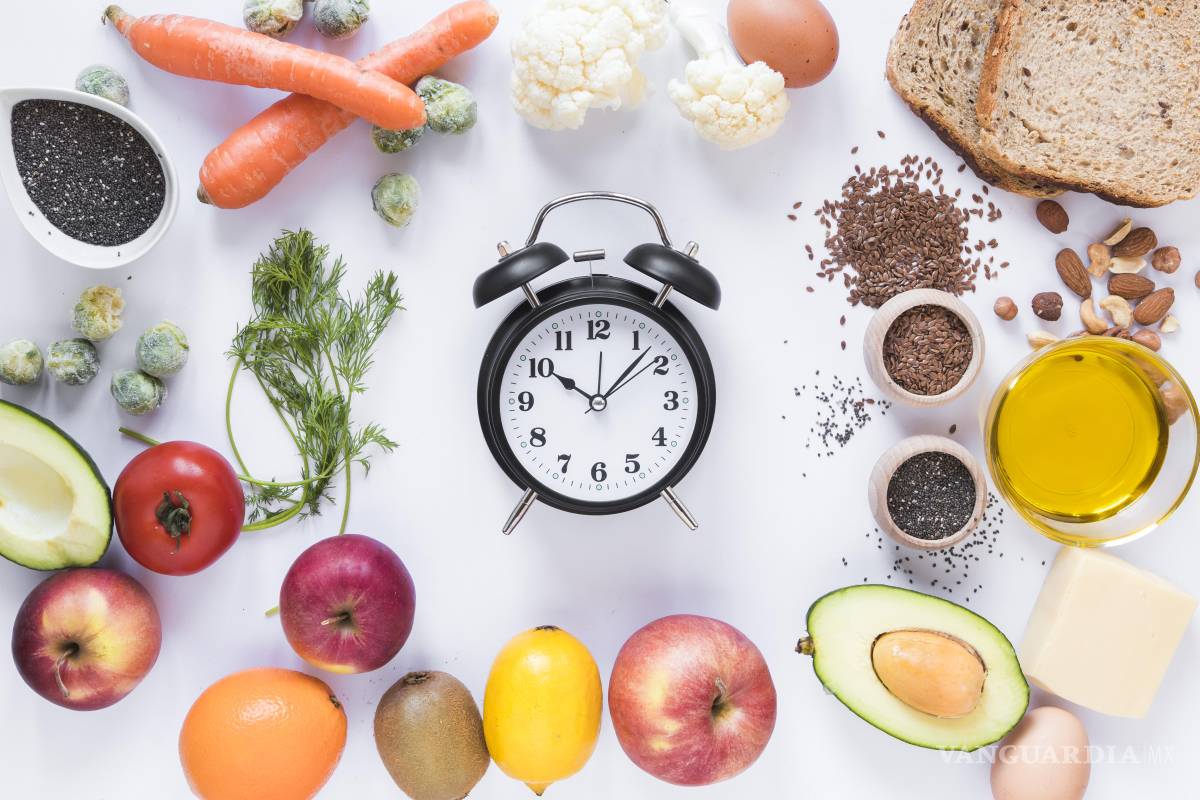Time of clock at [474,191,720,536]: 10:07
